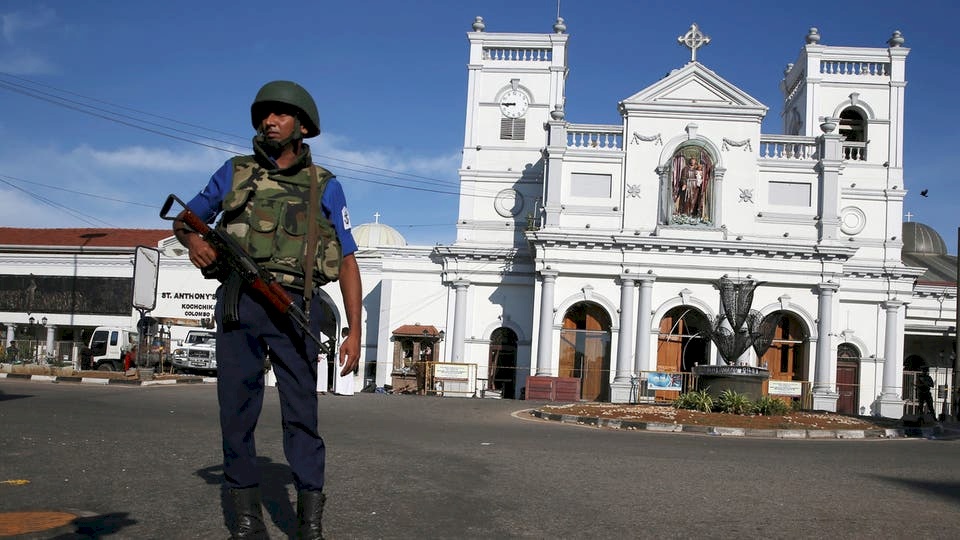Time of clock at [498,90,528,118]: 8:45
